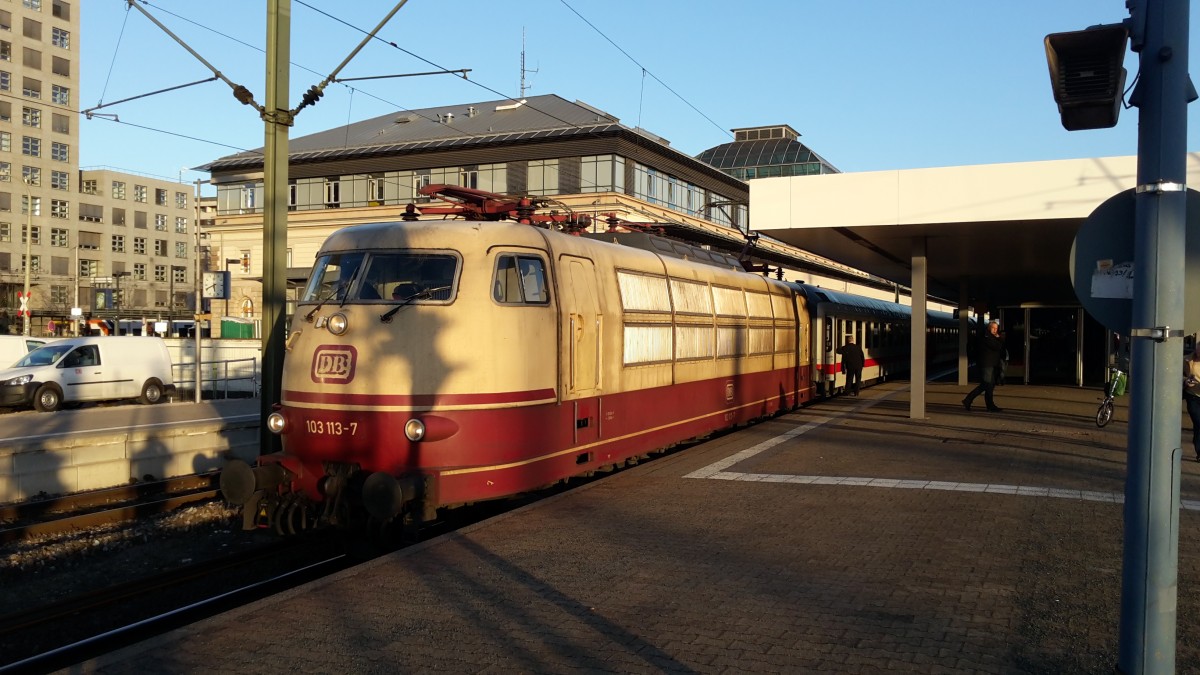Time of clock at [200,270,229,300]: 5:40
